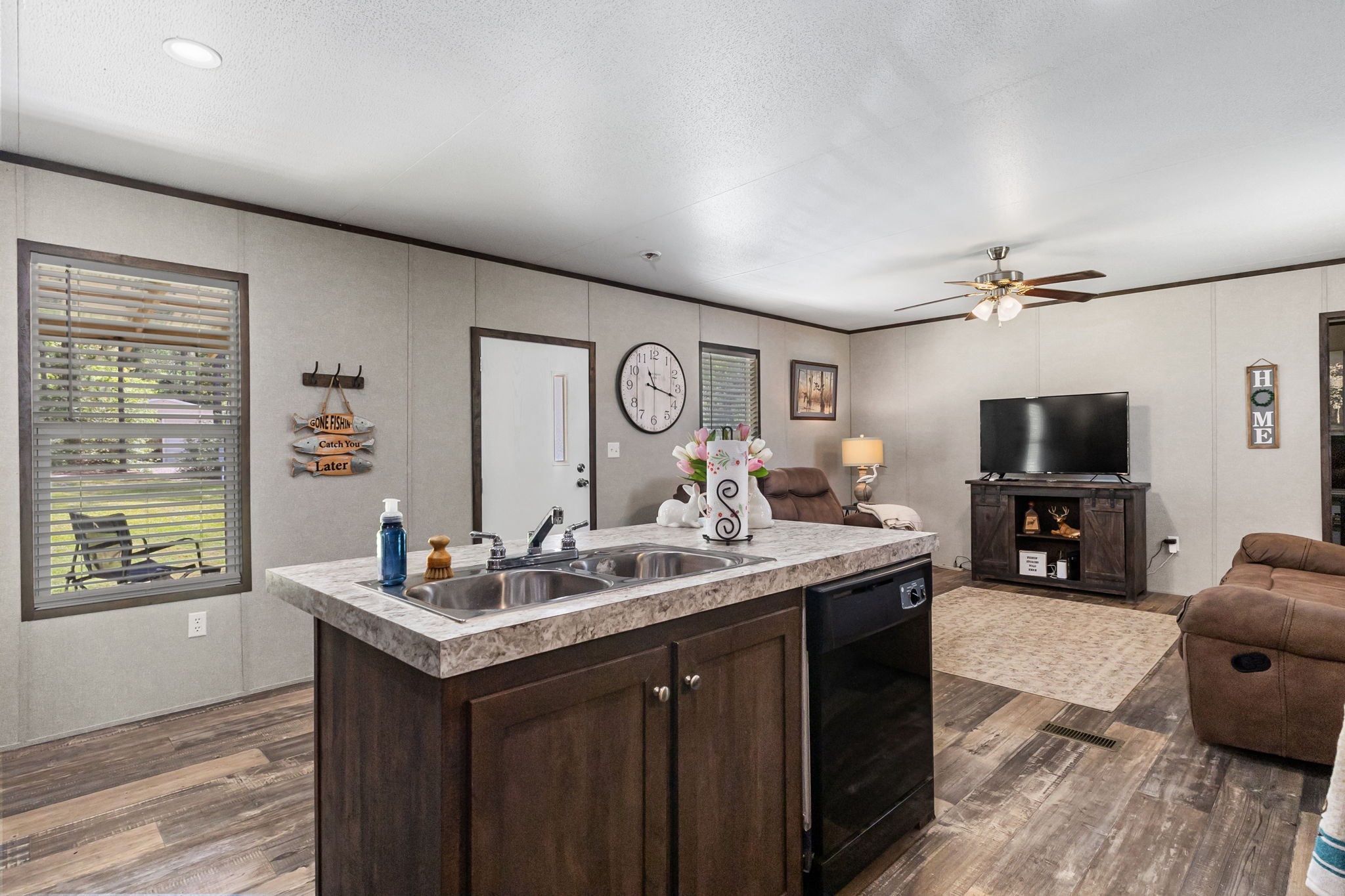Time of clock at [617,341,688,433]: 11:17
